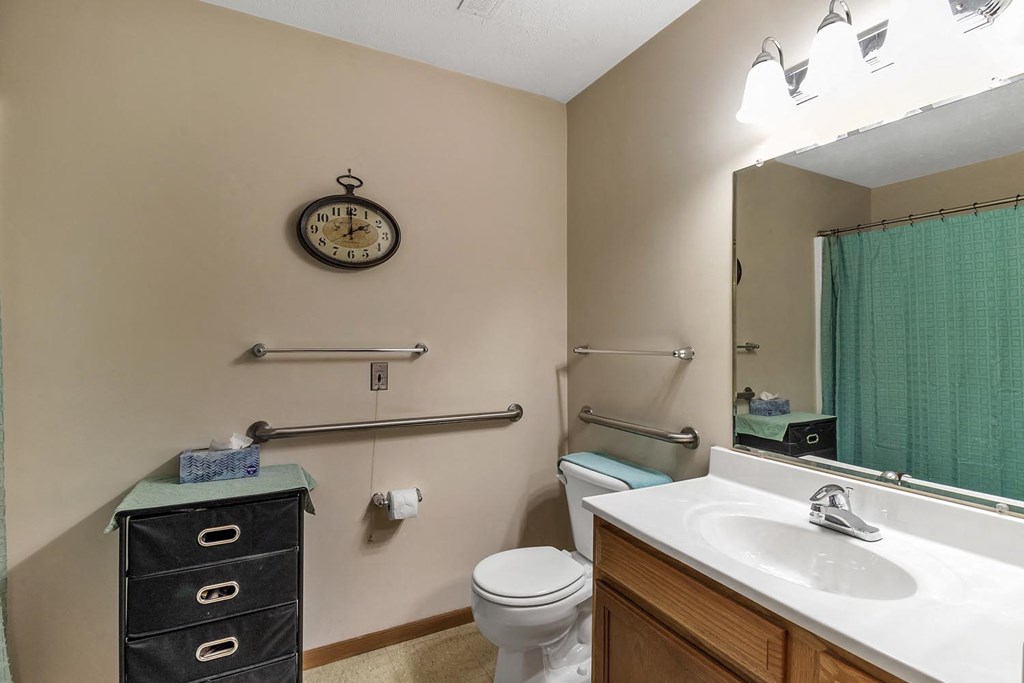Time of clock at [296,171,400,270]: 2:00
